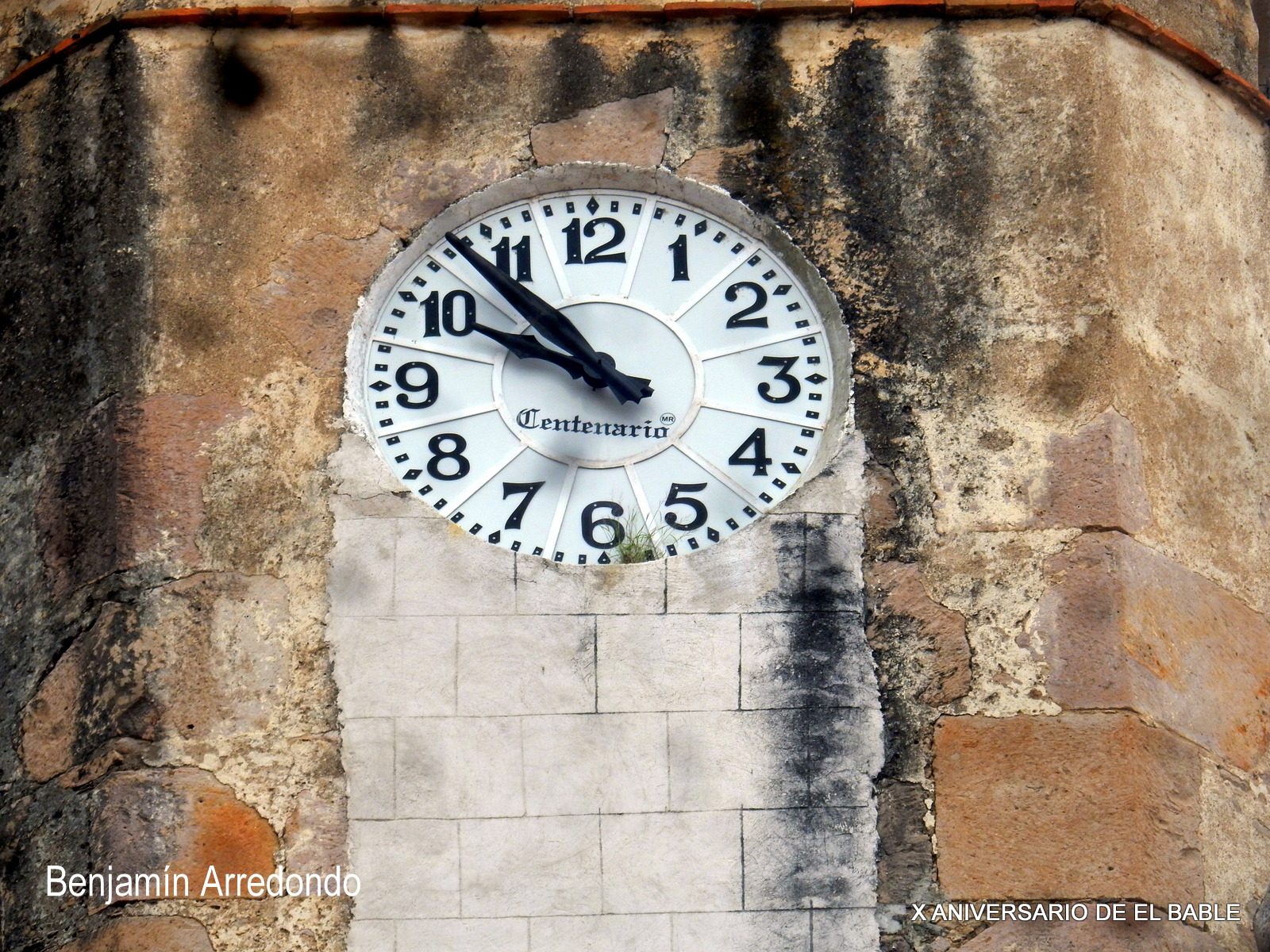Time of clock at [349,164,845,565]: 9:53
